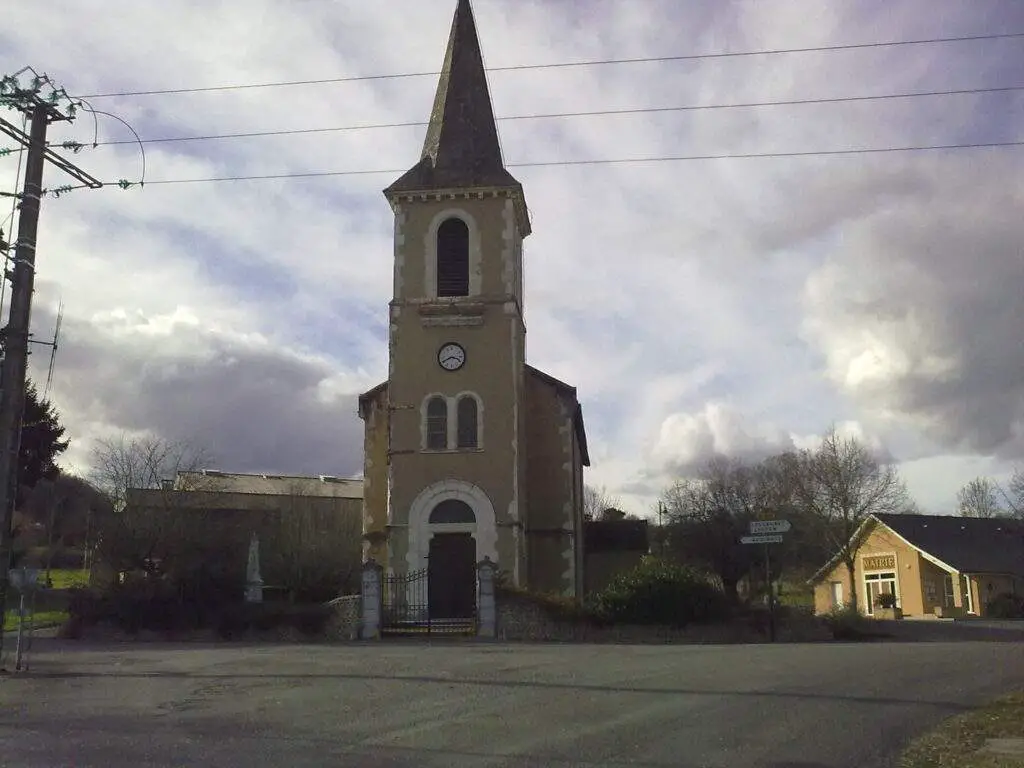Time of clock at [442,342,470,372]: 3:40
